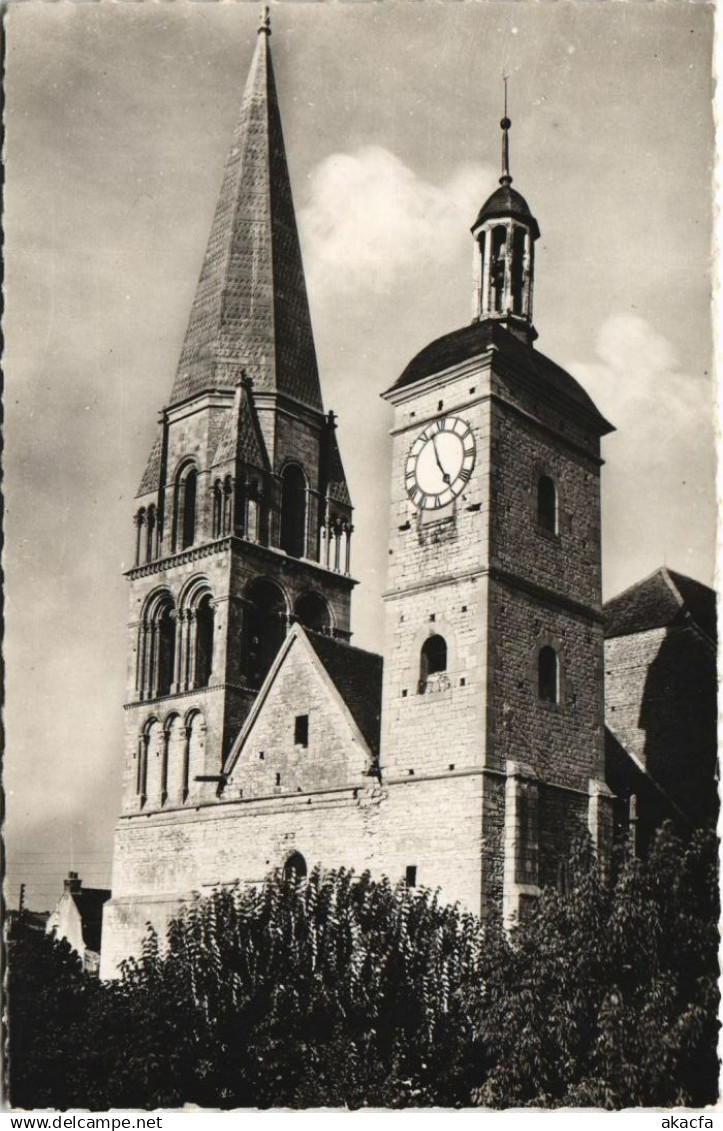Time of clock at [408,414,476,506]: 4:57
